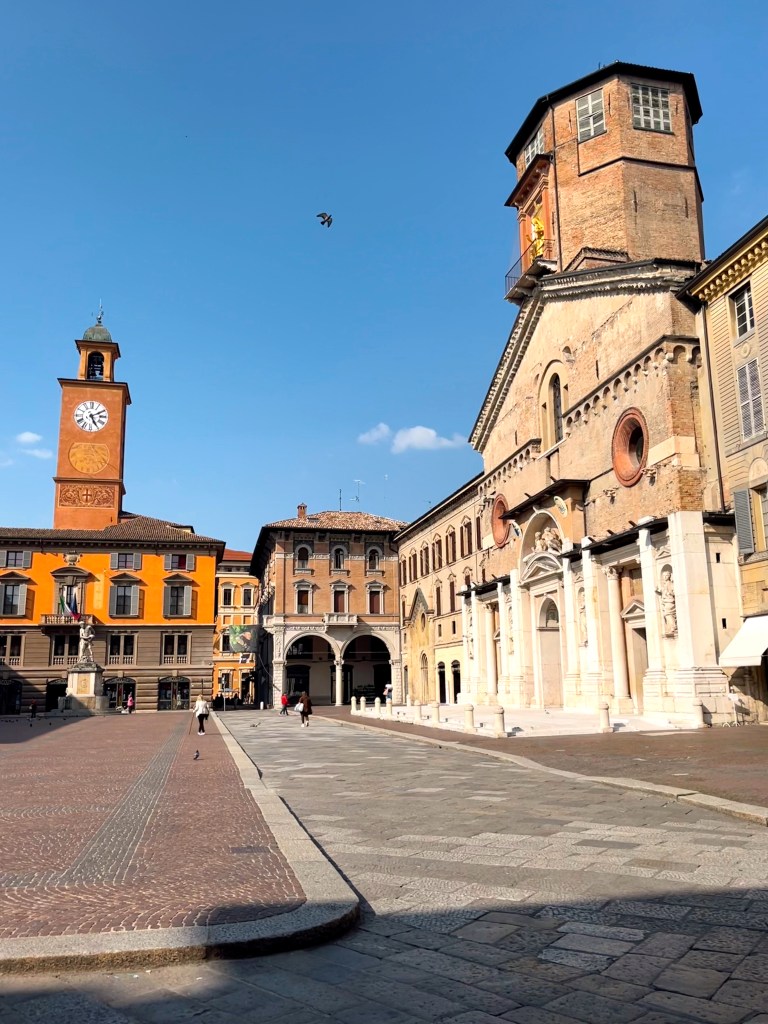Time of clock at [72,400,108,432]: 5:10
